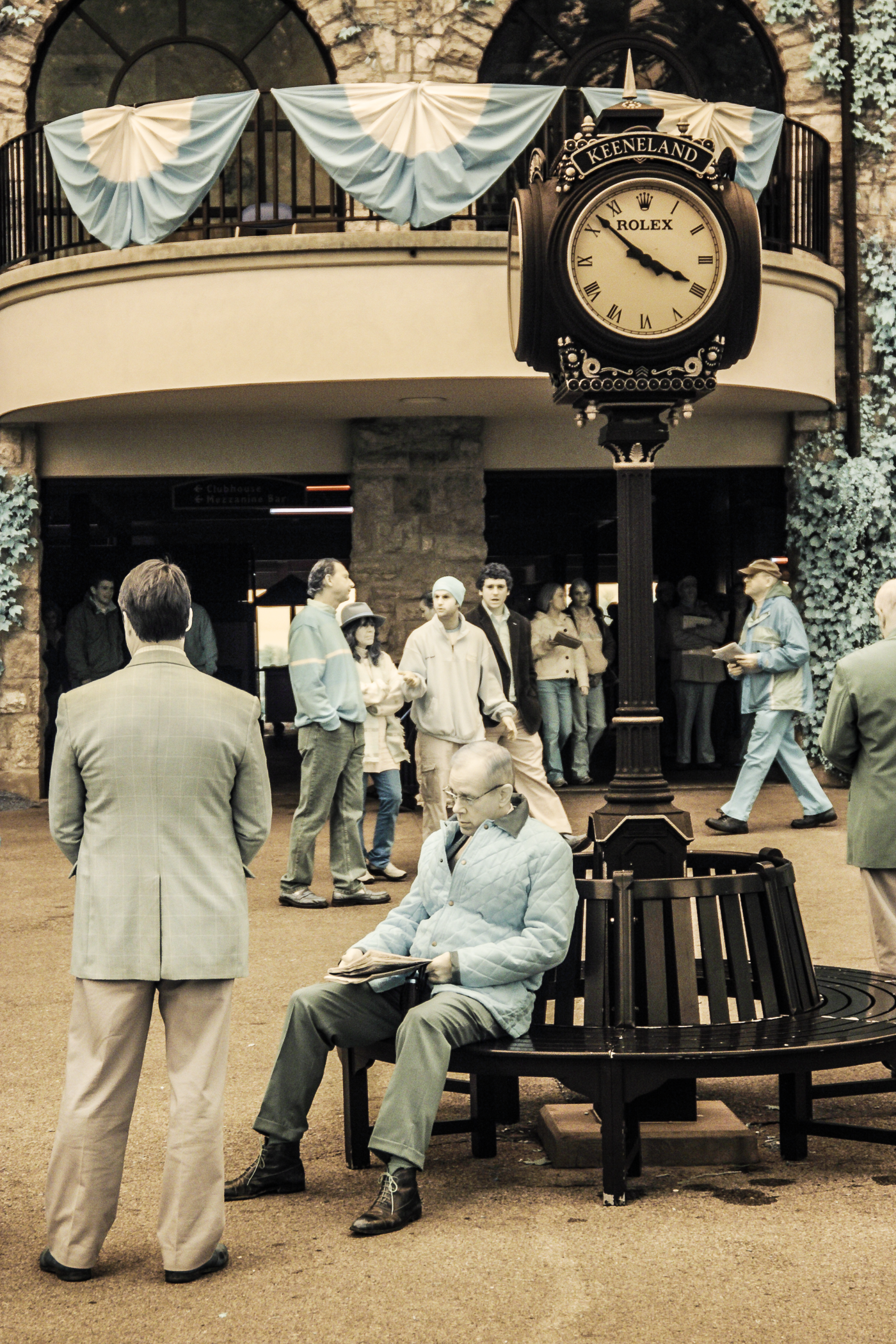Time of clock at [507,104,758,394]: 3:51
